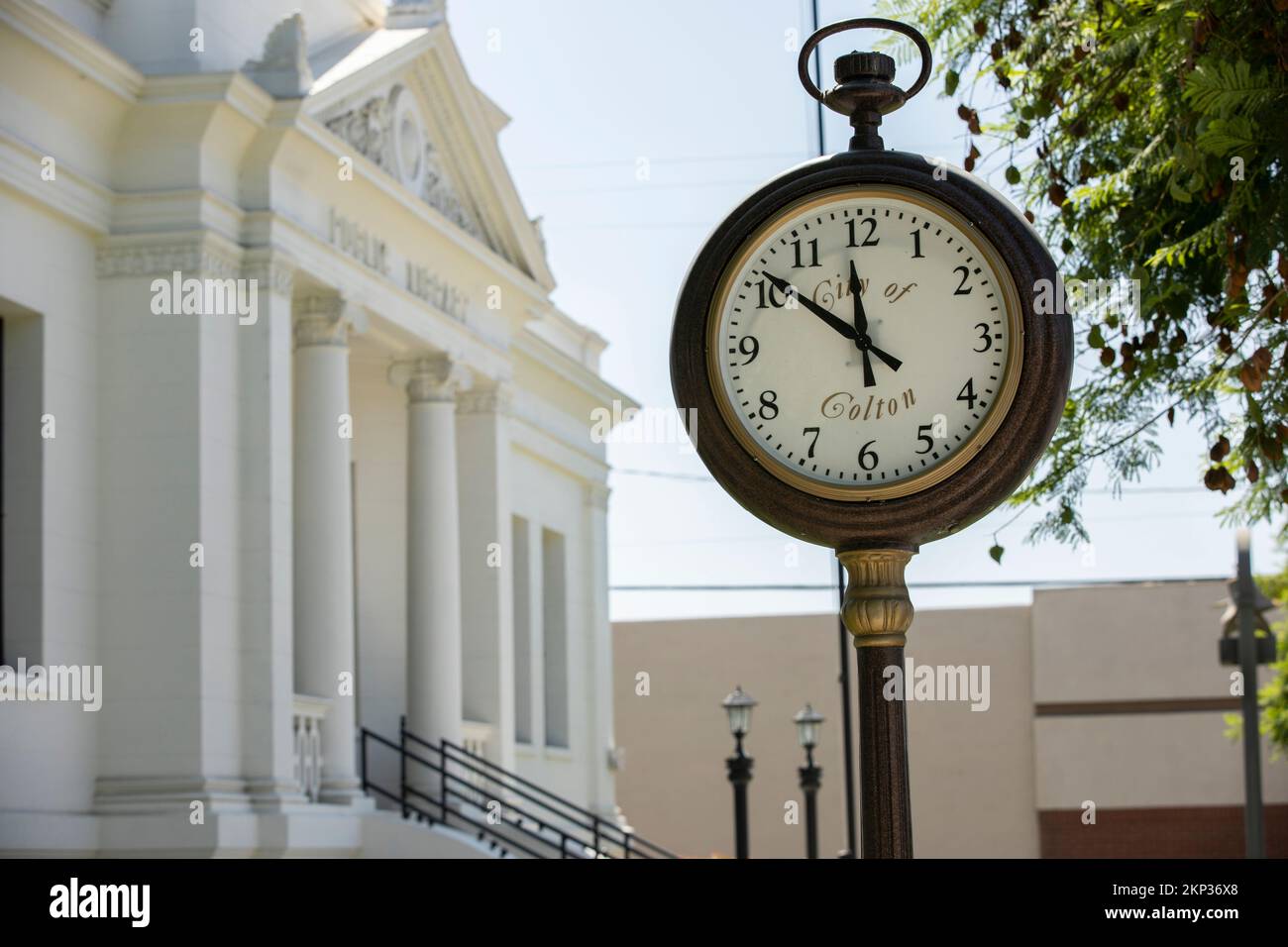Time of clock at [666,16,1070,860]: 11:51
